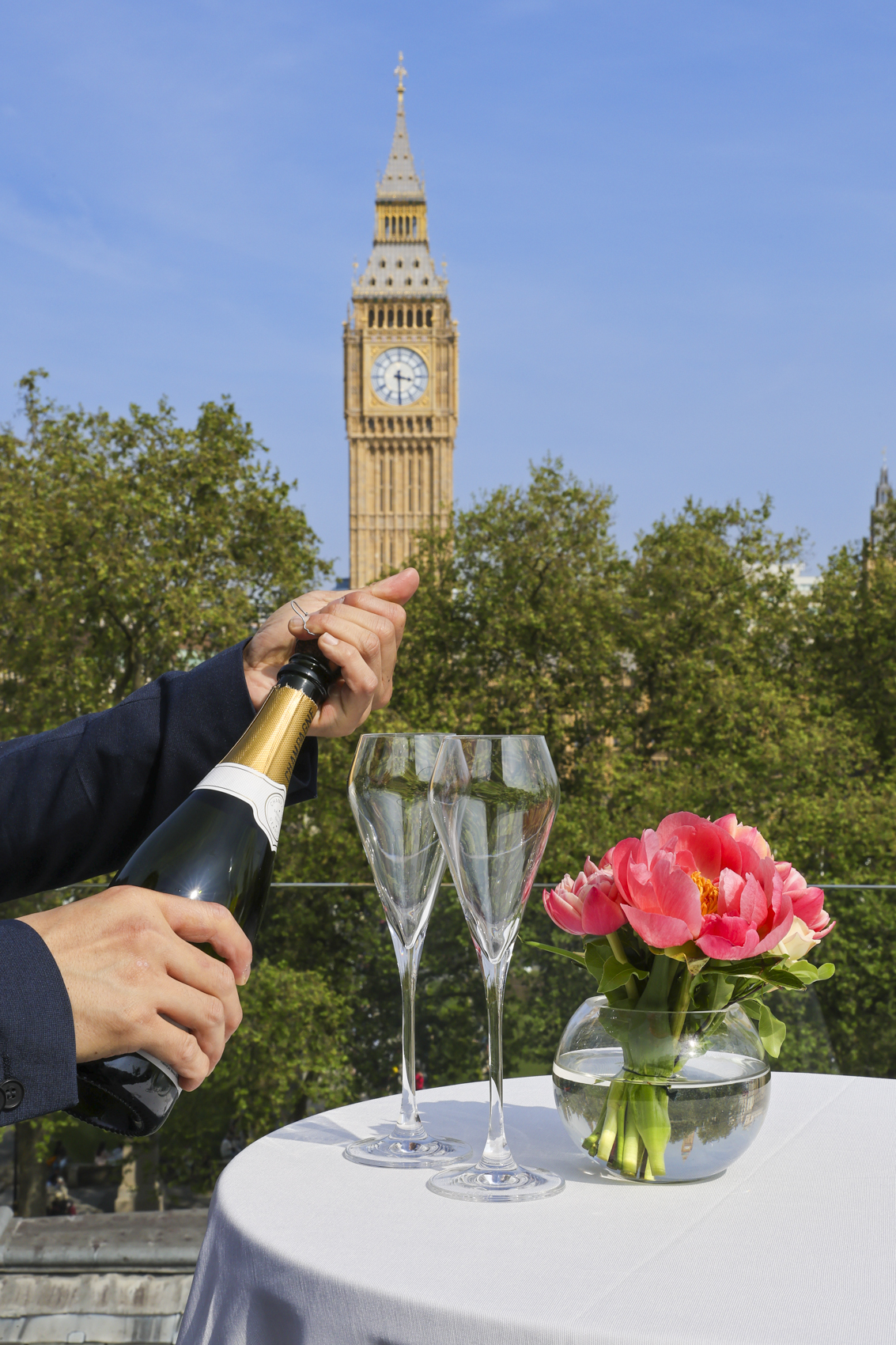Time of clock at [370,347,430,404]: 3:29
